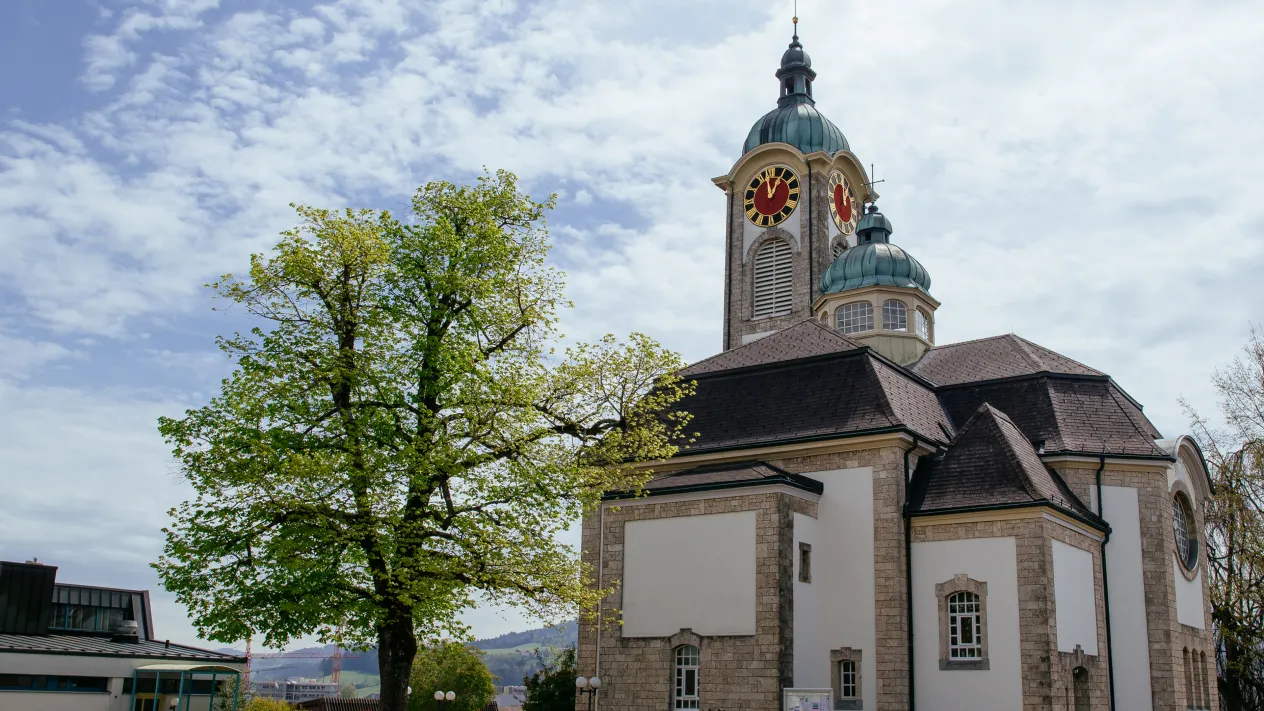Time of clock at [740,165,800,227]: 12:58
